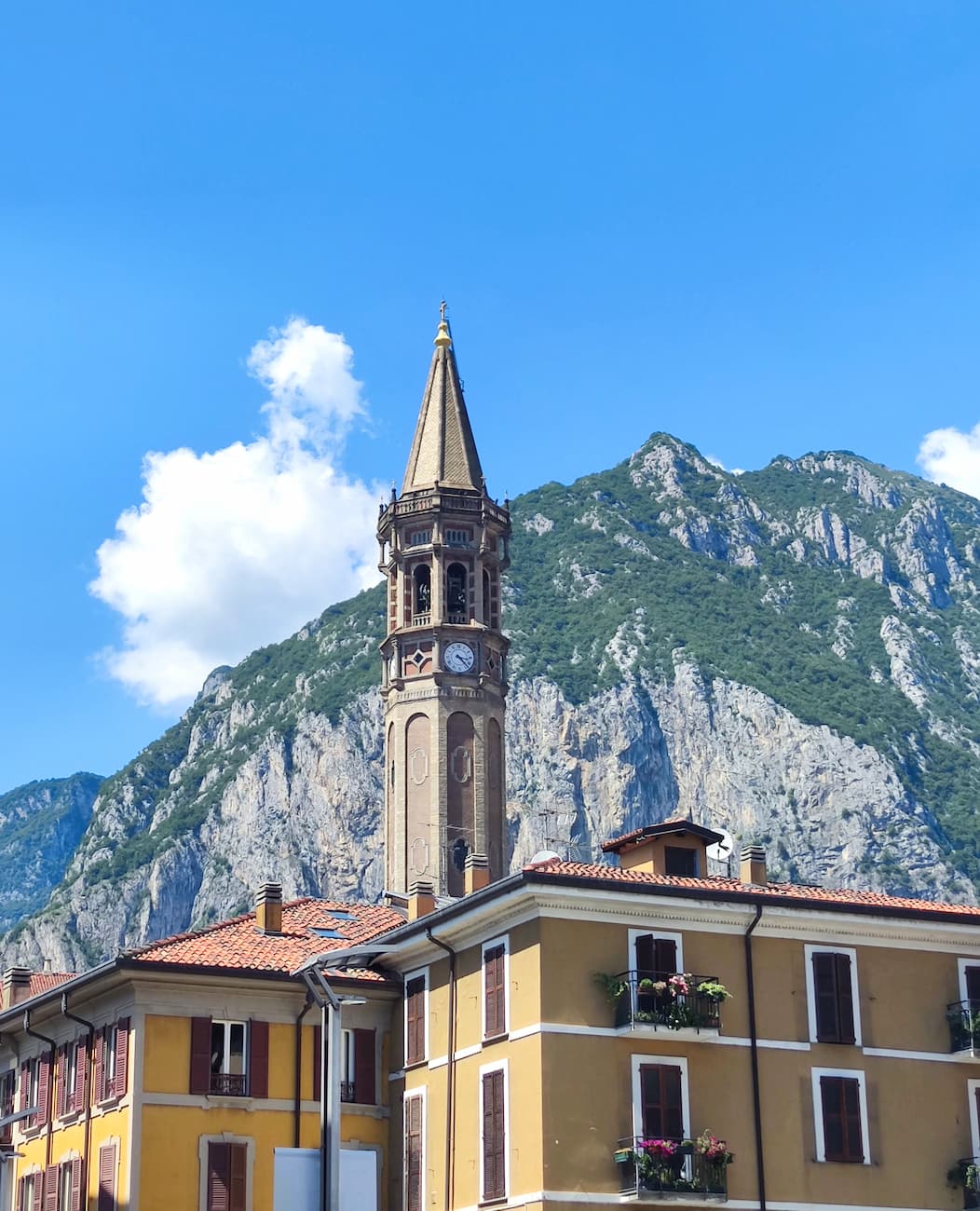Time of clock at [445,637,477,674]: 3:22
